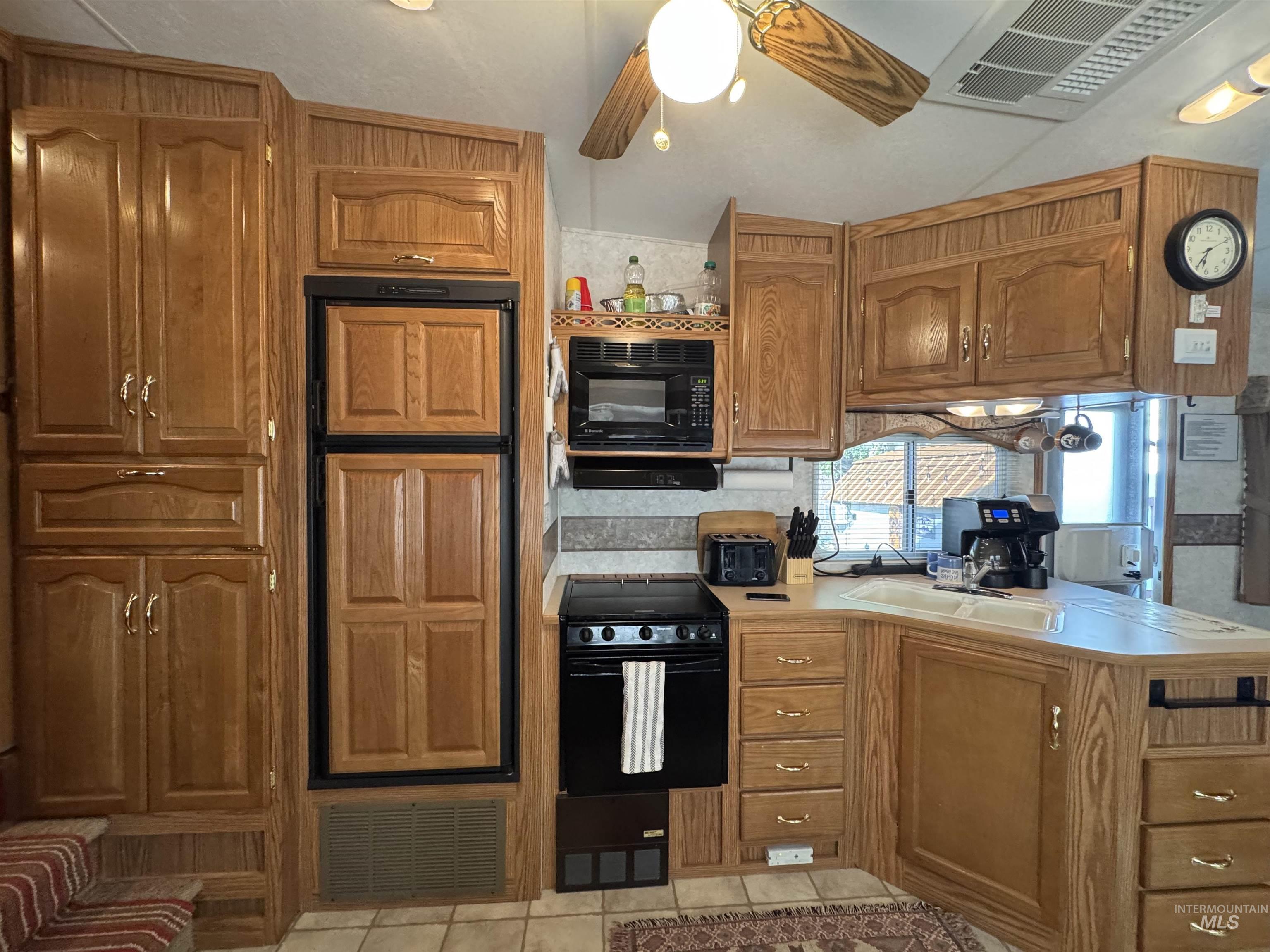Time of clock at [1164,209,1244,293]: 6:35
